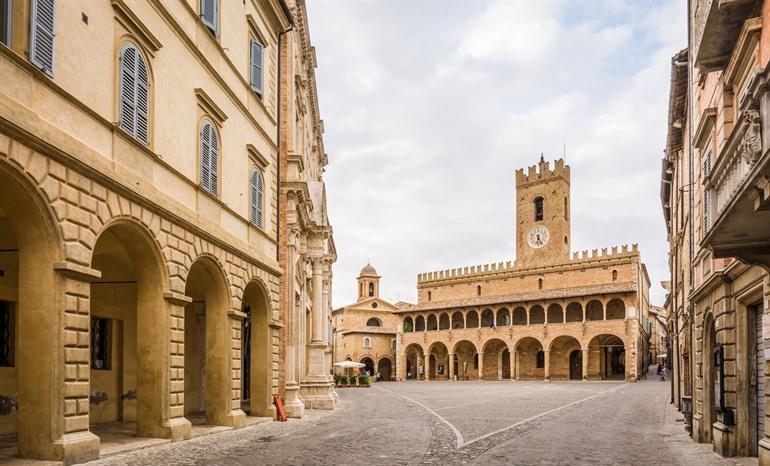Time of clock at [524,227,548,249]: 6:25
